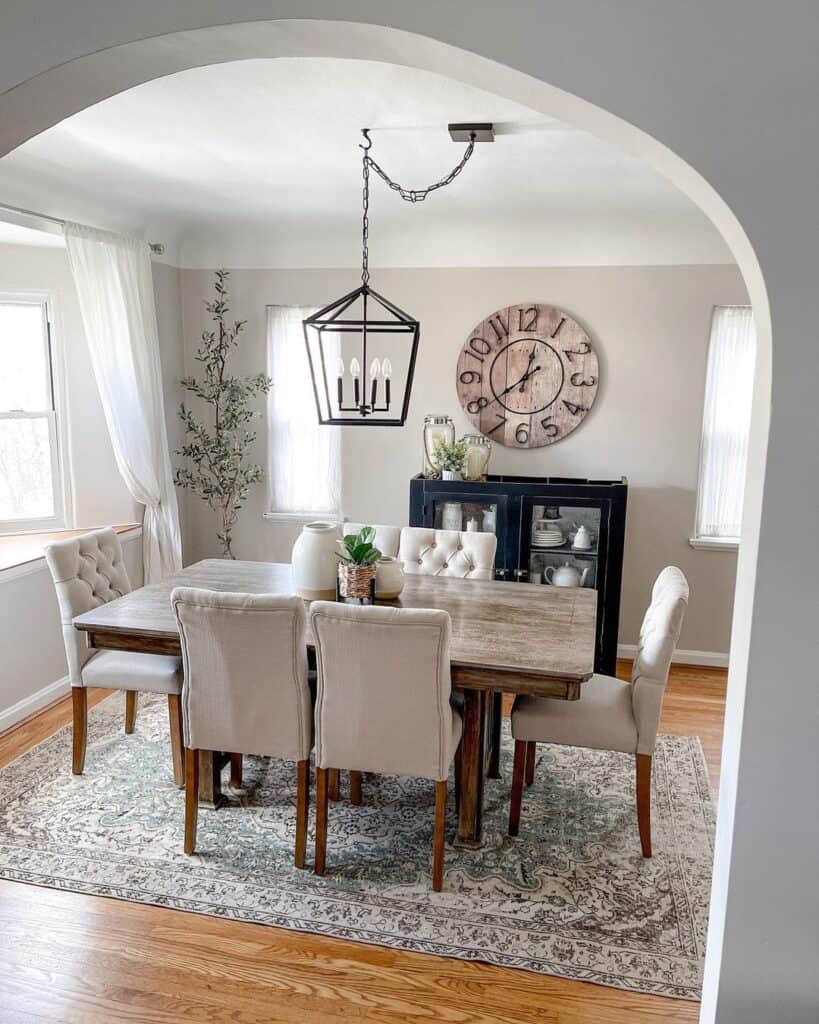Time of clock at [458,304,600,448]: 12:39
